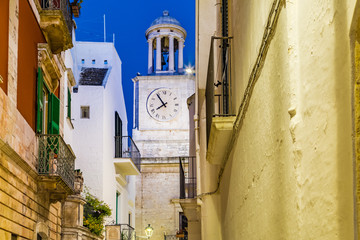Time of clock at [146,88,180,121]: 7:54
